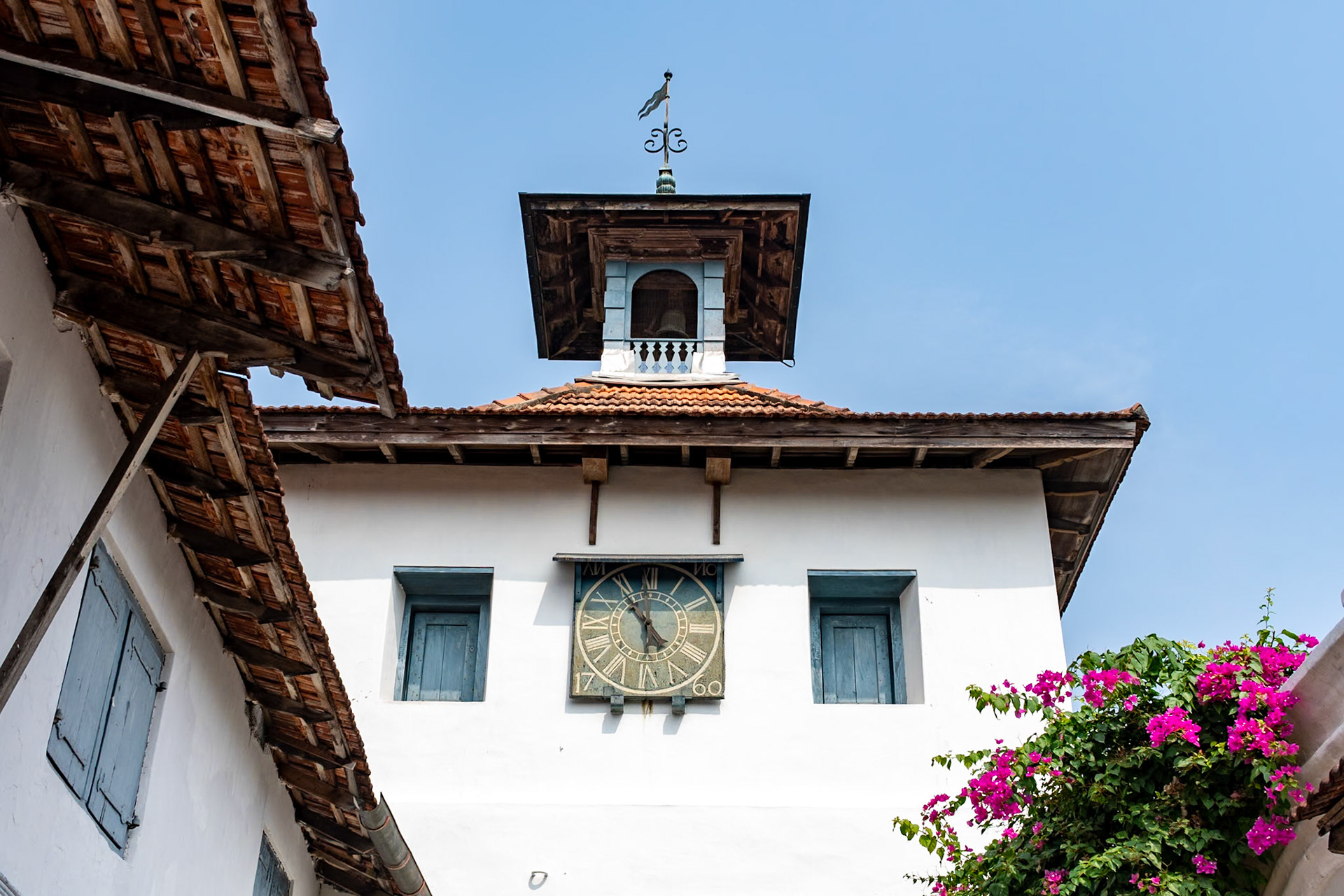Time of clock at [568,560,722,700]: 4:53
